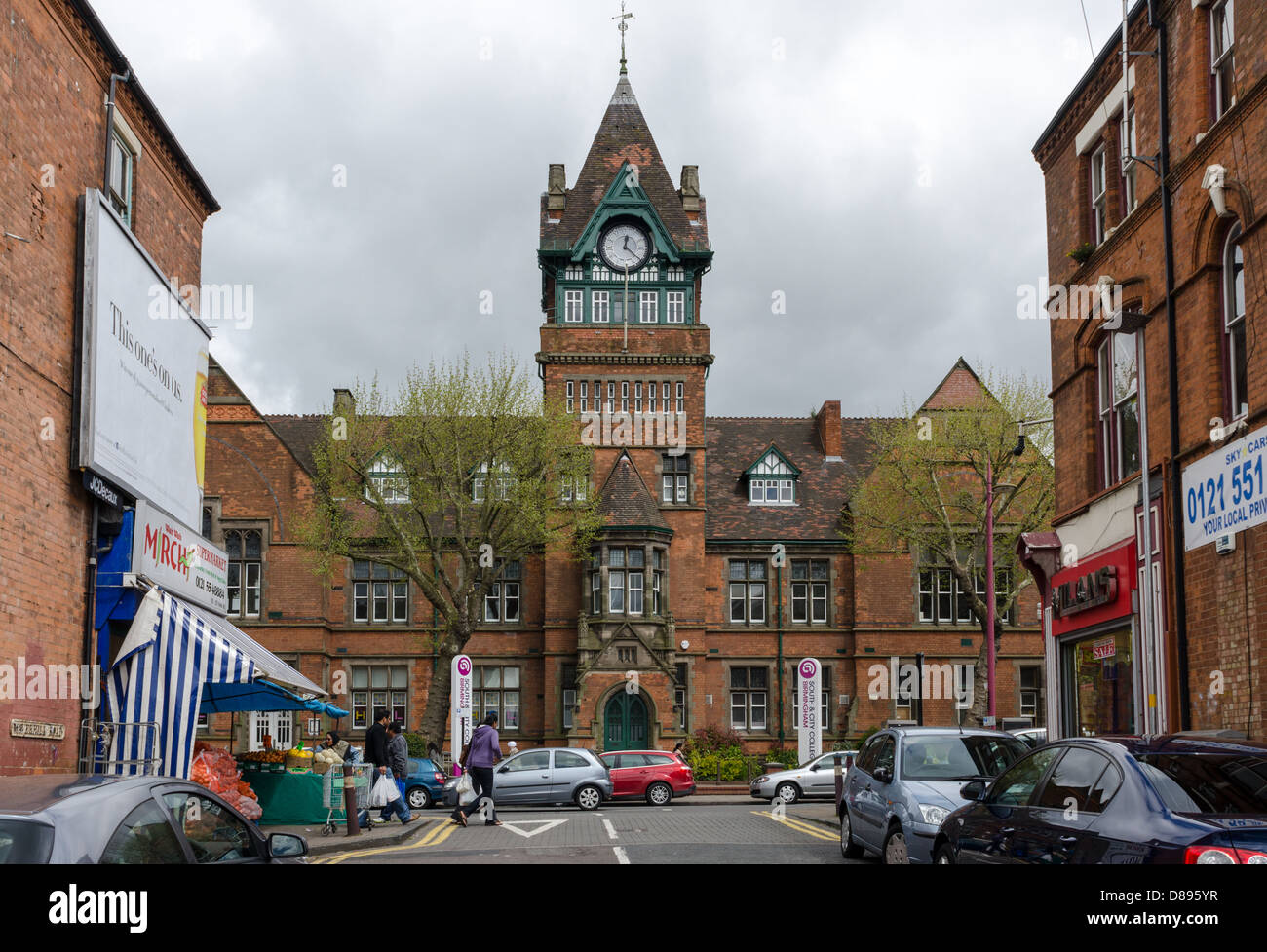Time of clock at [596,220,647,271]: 12:21
